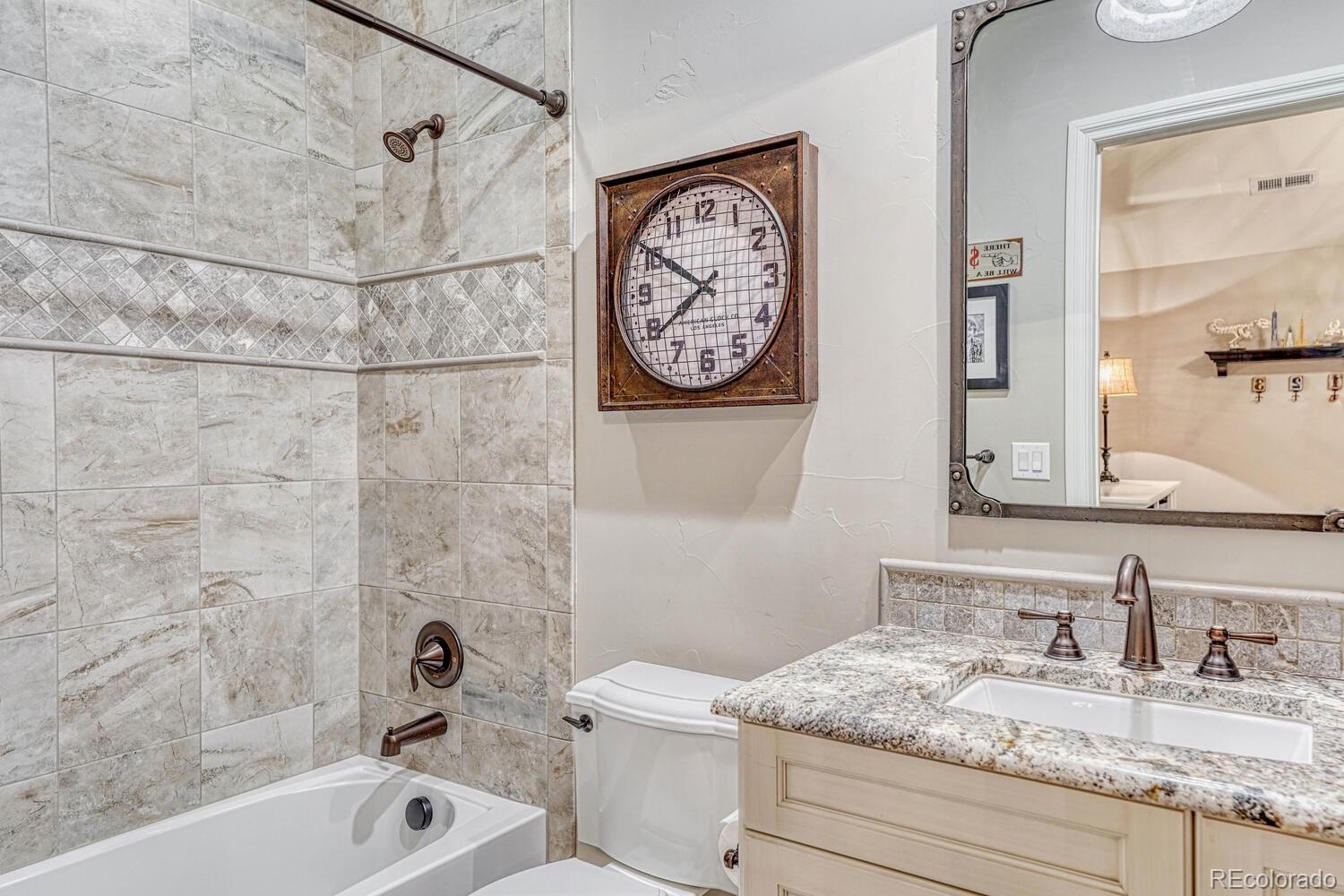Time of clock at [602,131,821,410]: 7:50
